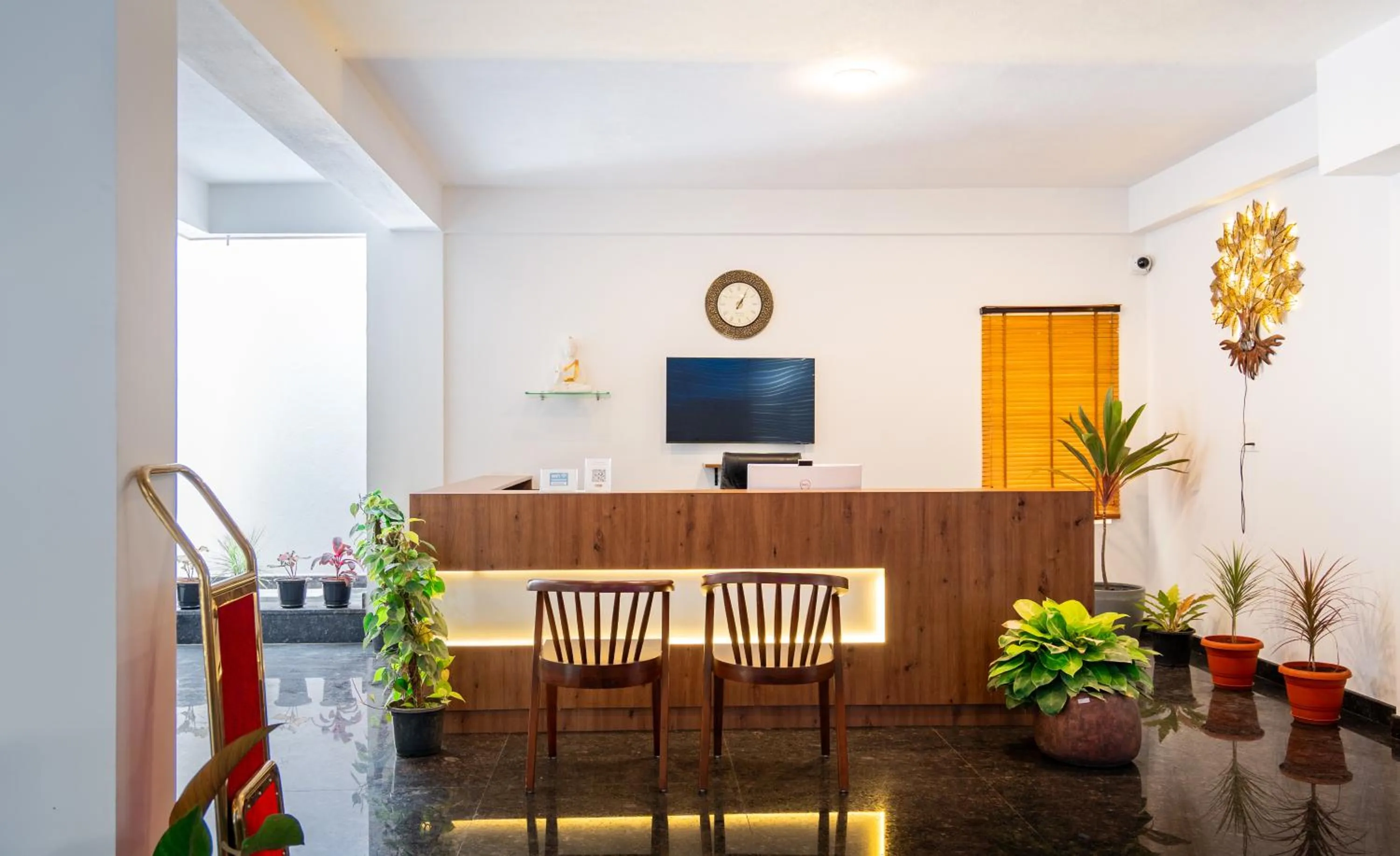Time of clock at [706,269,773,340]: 1:04
